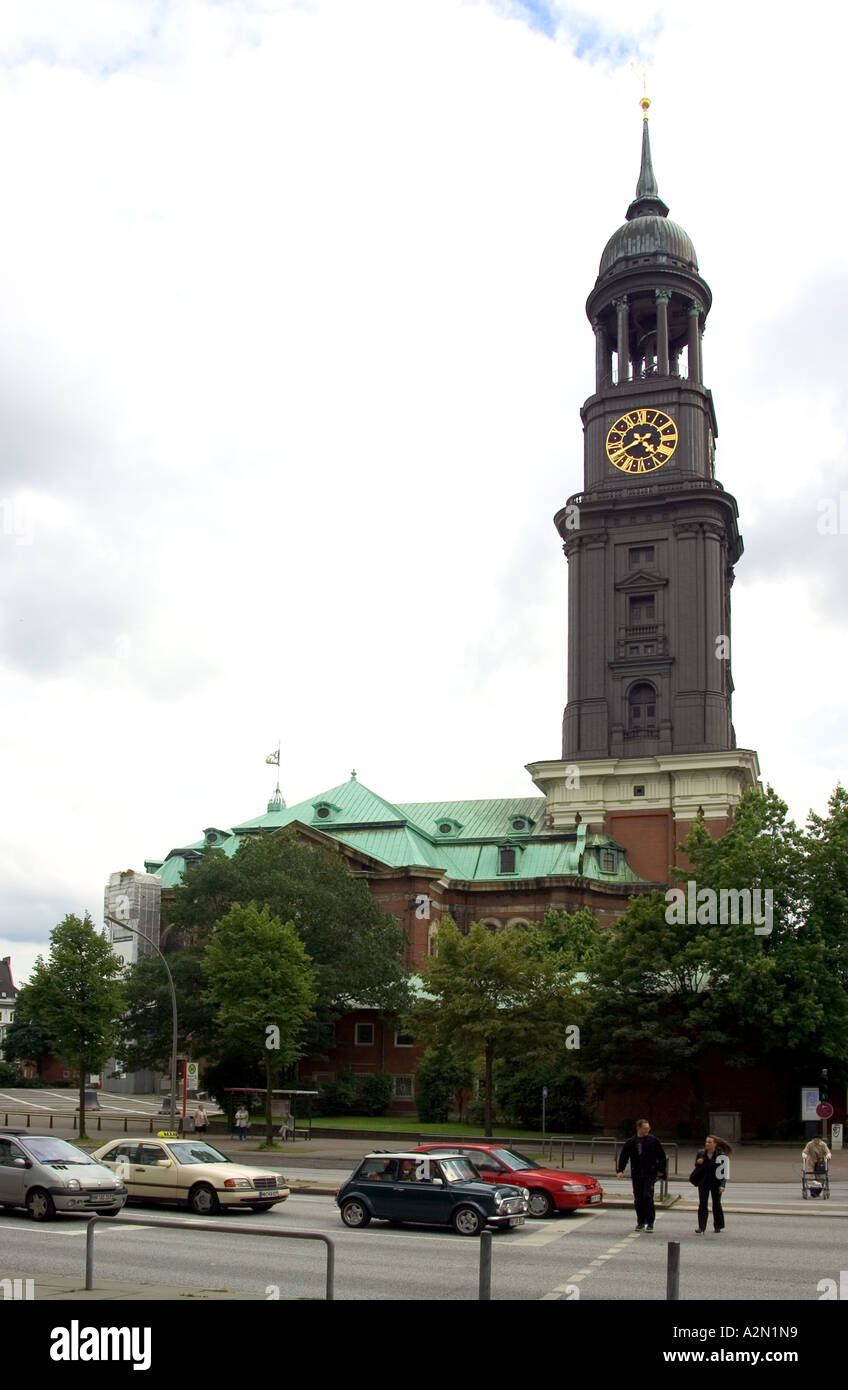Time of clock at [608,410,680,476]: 4:40
